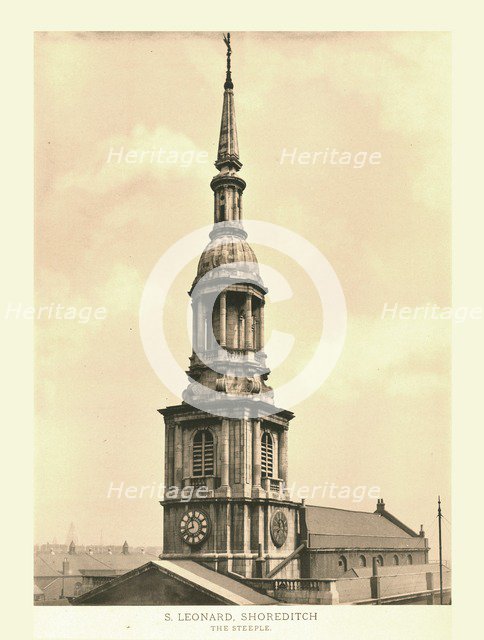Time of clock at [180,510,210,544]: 11:41
